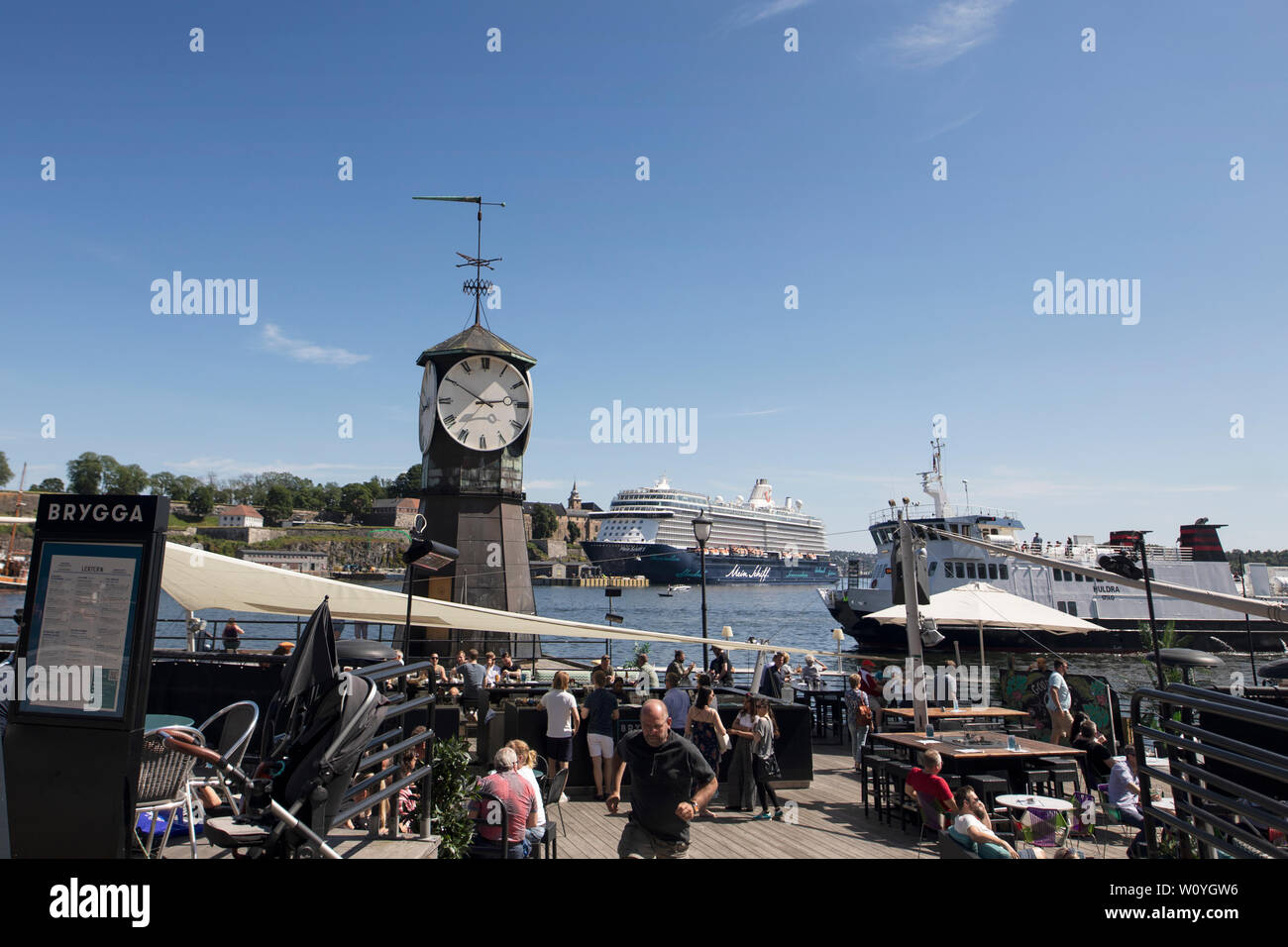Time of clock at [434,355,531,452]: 2:50
